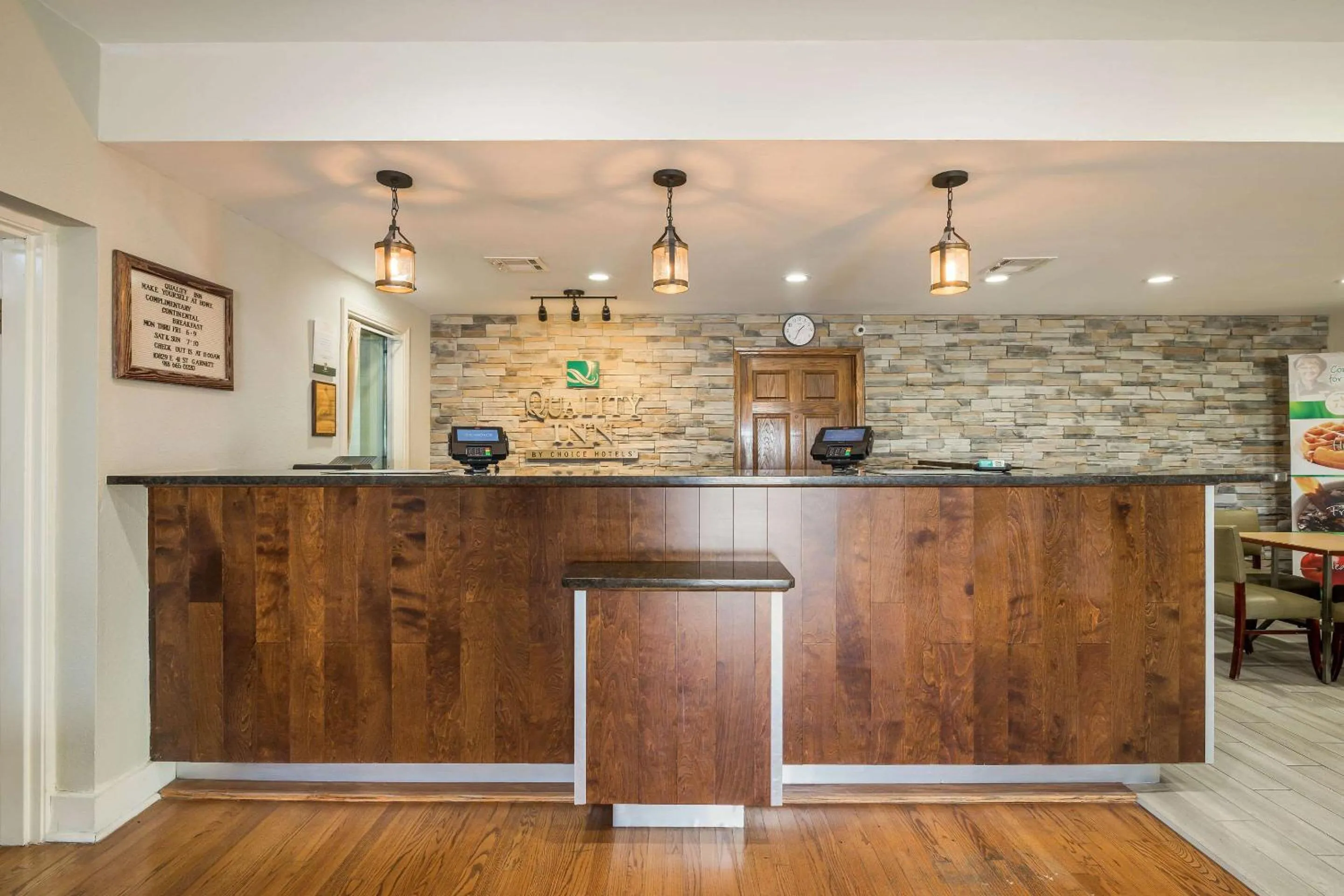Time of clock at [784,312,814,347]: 1:34
